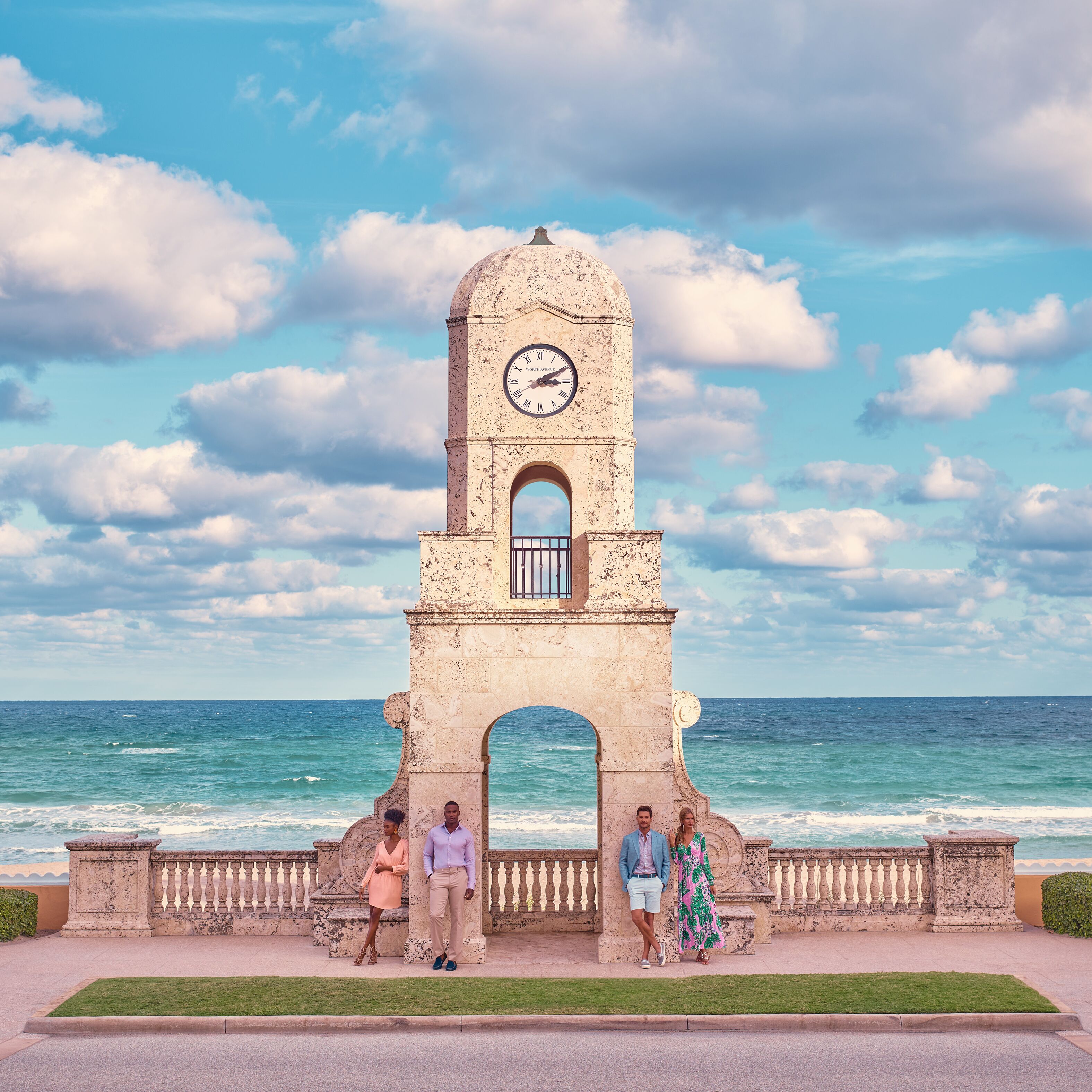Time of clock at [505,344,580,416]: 3:10
